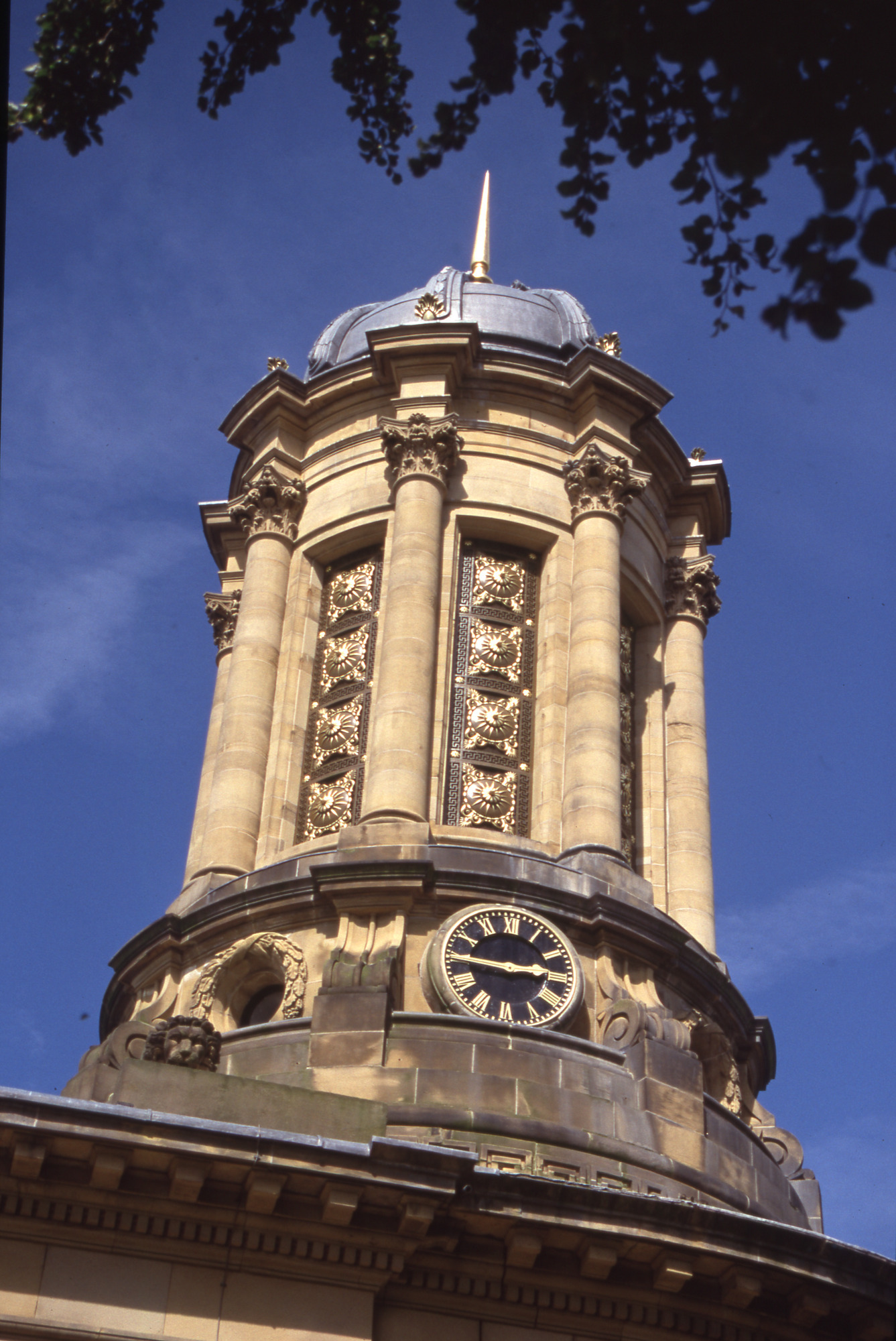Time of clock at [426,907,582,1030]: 2:45
